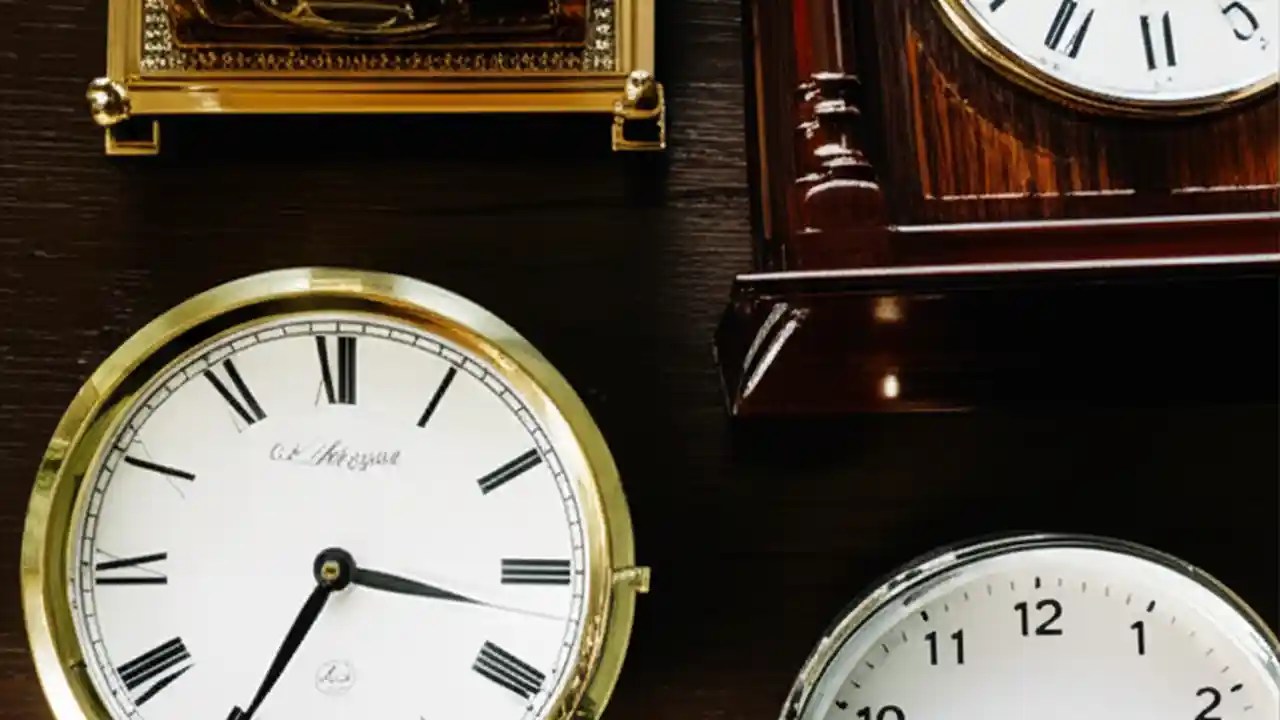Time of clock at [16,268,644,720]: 3:34
